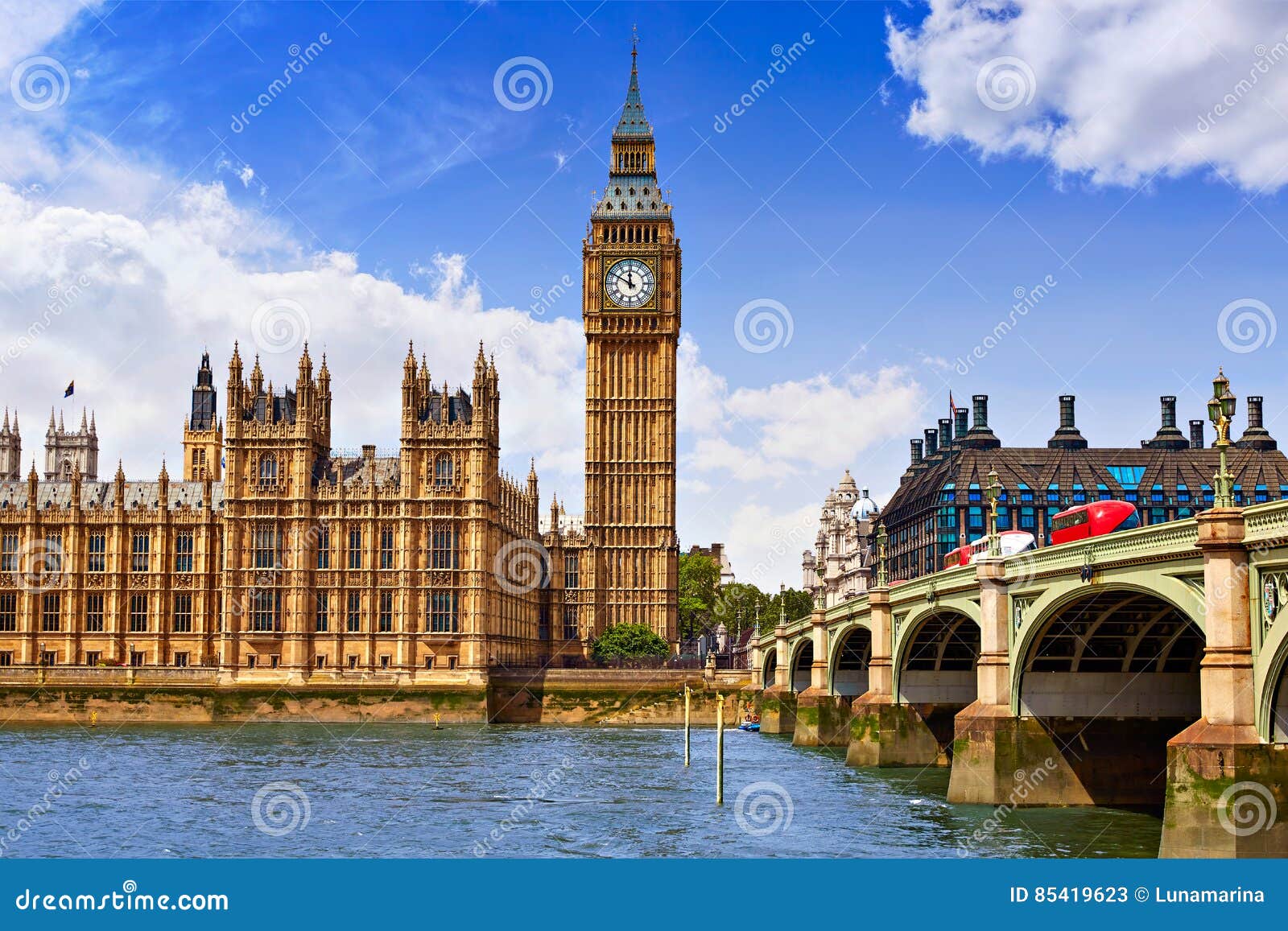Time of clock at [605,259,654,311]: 11:49
